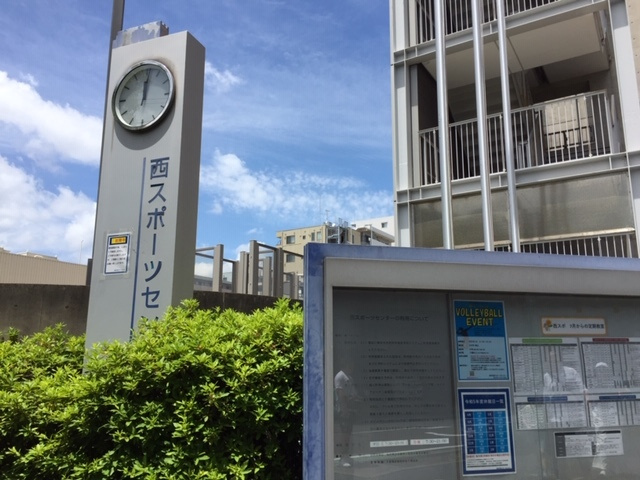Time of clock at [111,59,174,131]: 12:01
